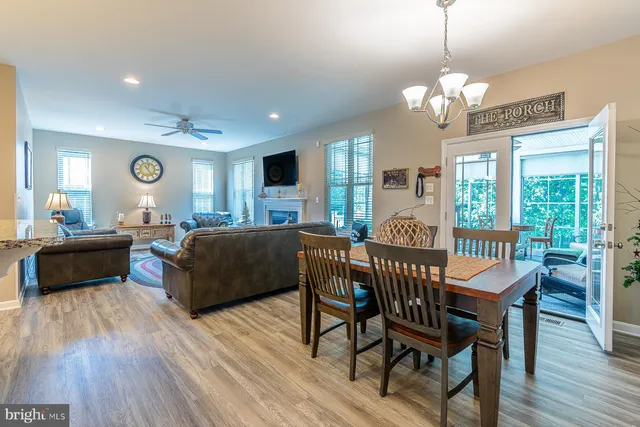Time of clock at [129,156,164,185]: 12:24
